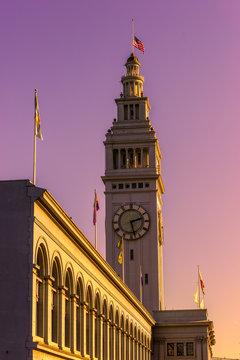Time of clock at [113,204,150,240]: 2:27
